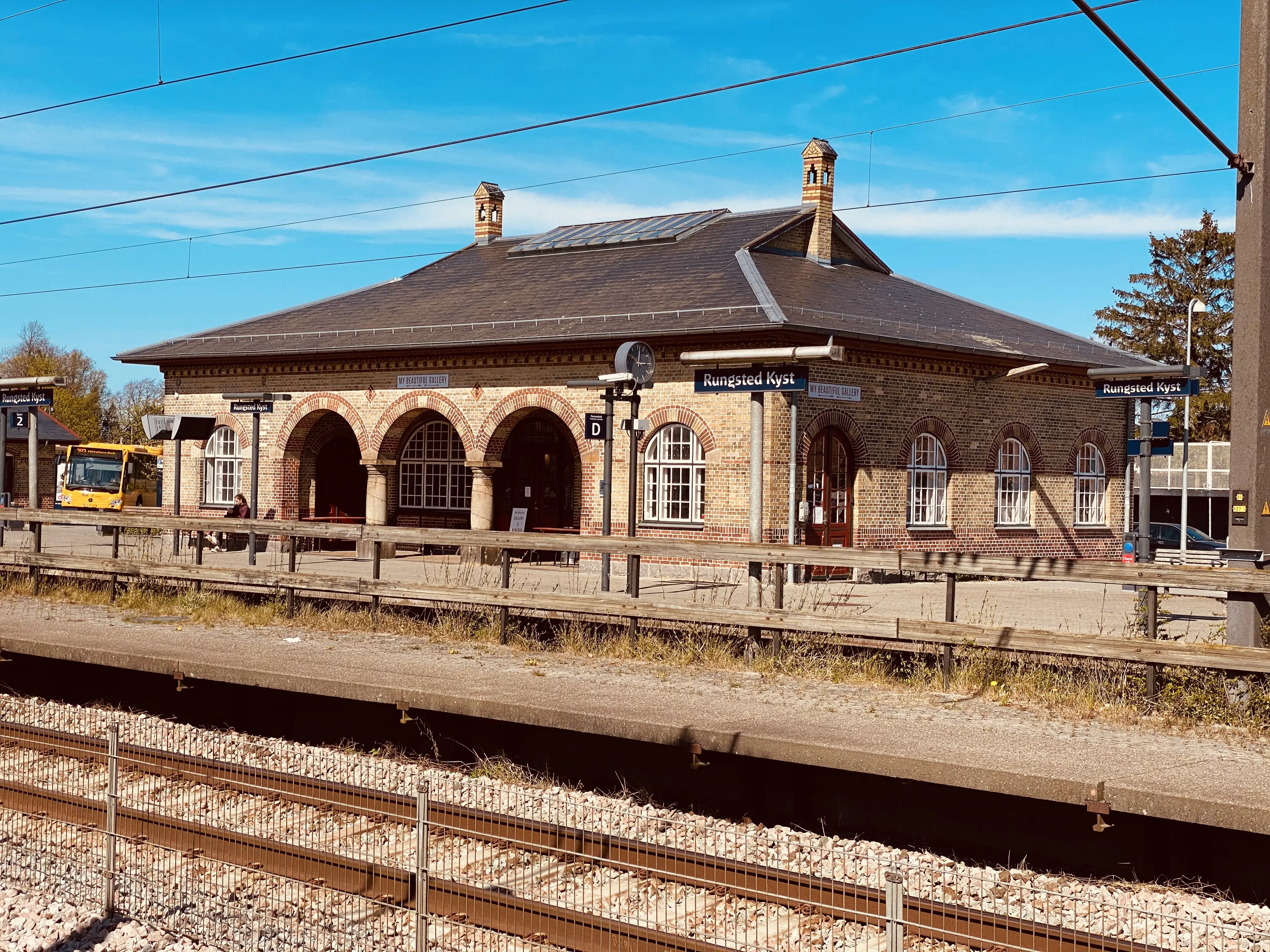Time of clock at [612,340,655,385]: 3:01
